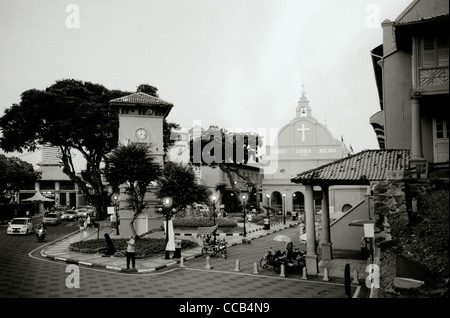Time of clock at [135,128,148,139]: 7:17
